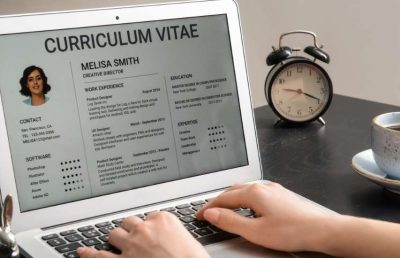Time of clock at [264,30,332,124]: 9:19
